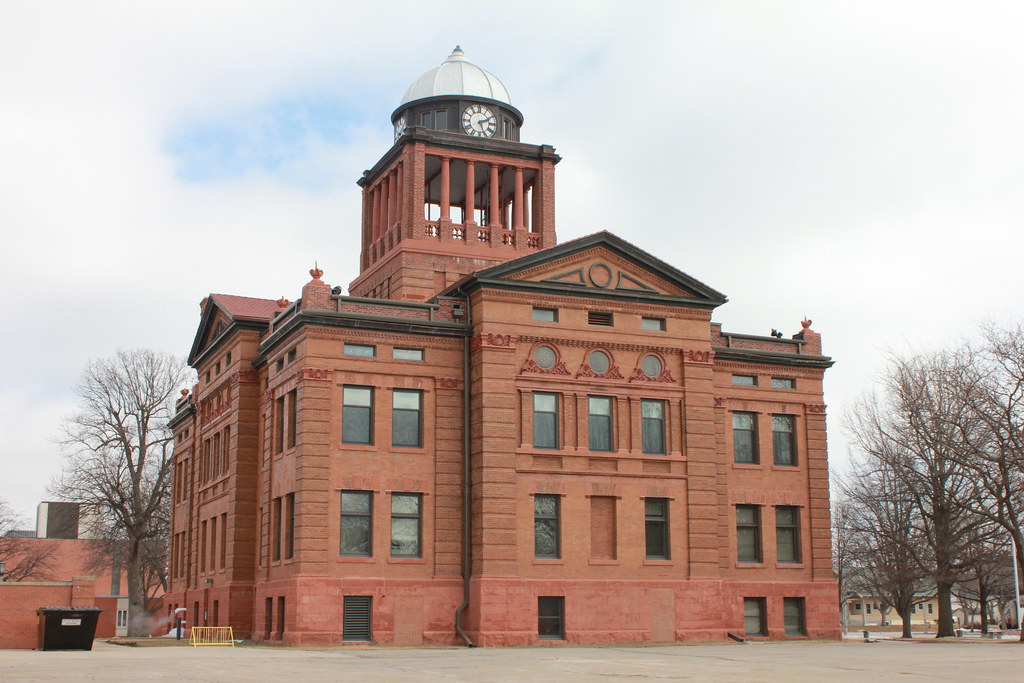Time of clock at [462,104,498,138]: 2:26
